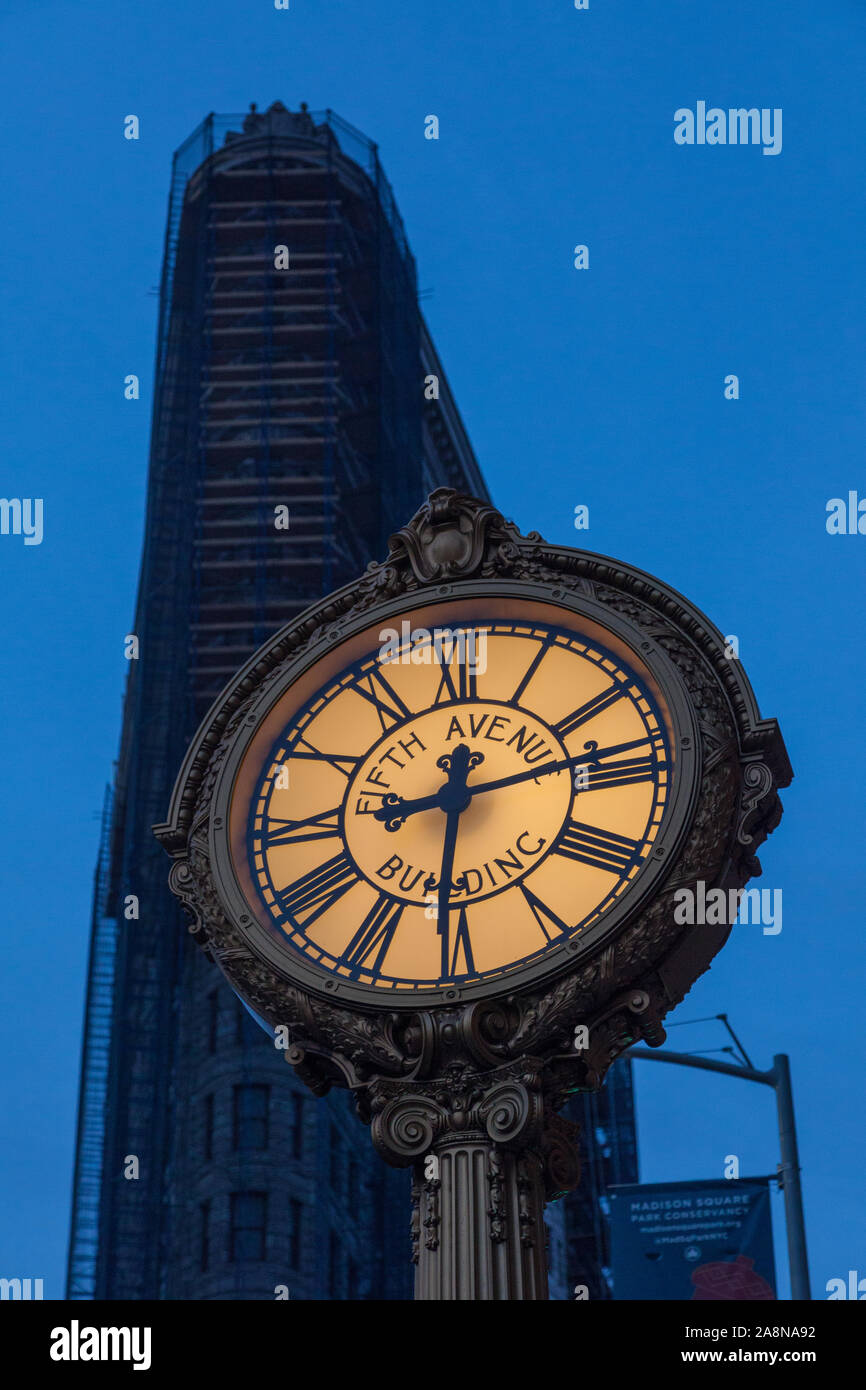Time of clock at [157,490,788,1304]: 12:30
